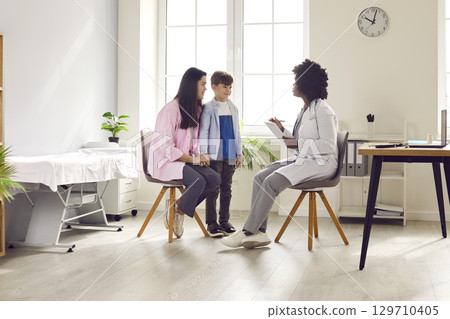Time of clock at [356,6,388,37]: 10:02
